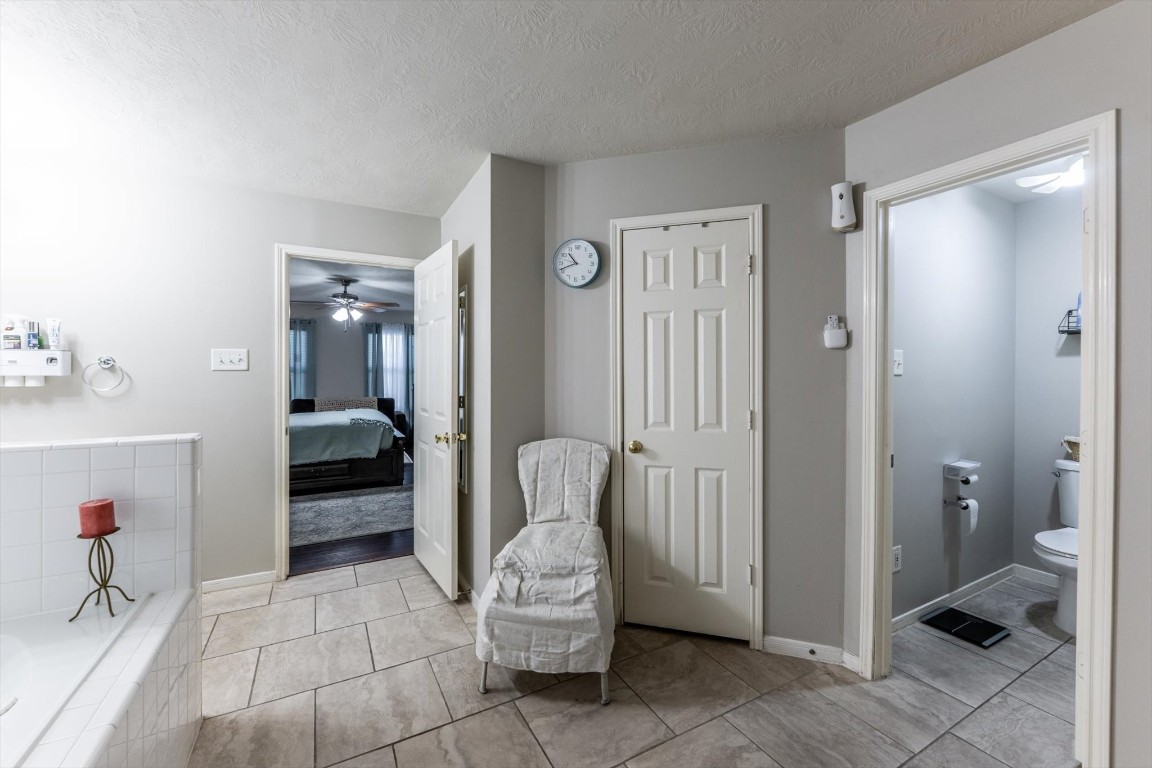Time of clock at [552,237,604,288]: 10:41
